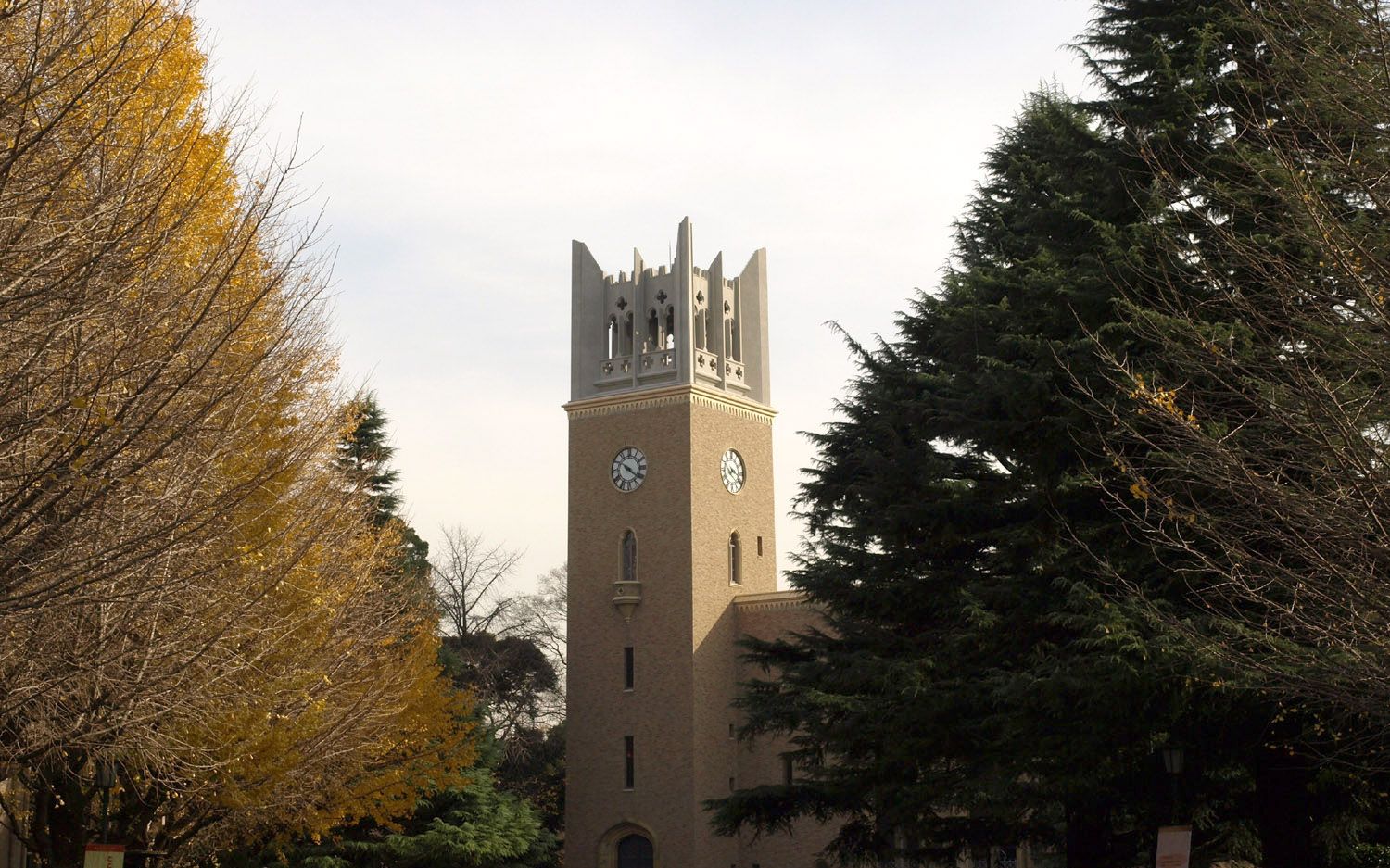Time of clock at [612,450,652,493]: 10:21
